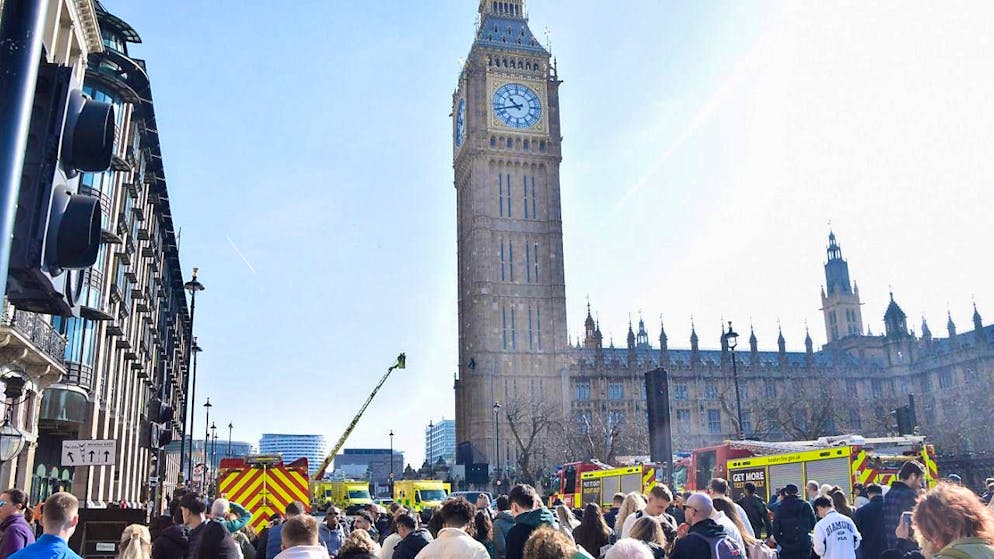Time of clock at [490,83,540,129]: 10:42
